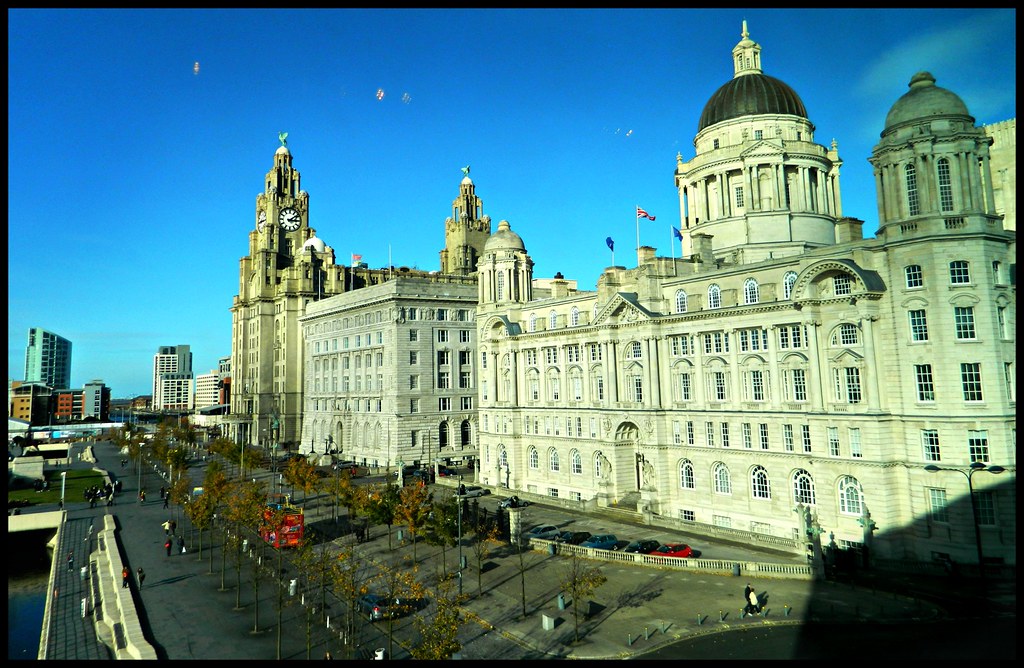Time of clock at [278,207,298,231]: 3:08
